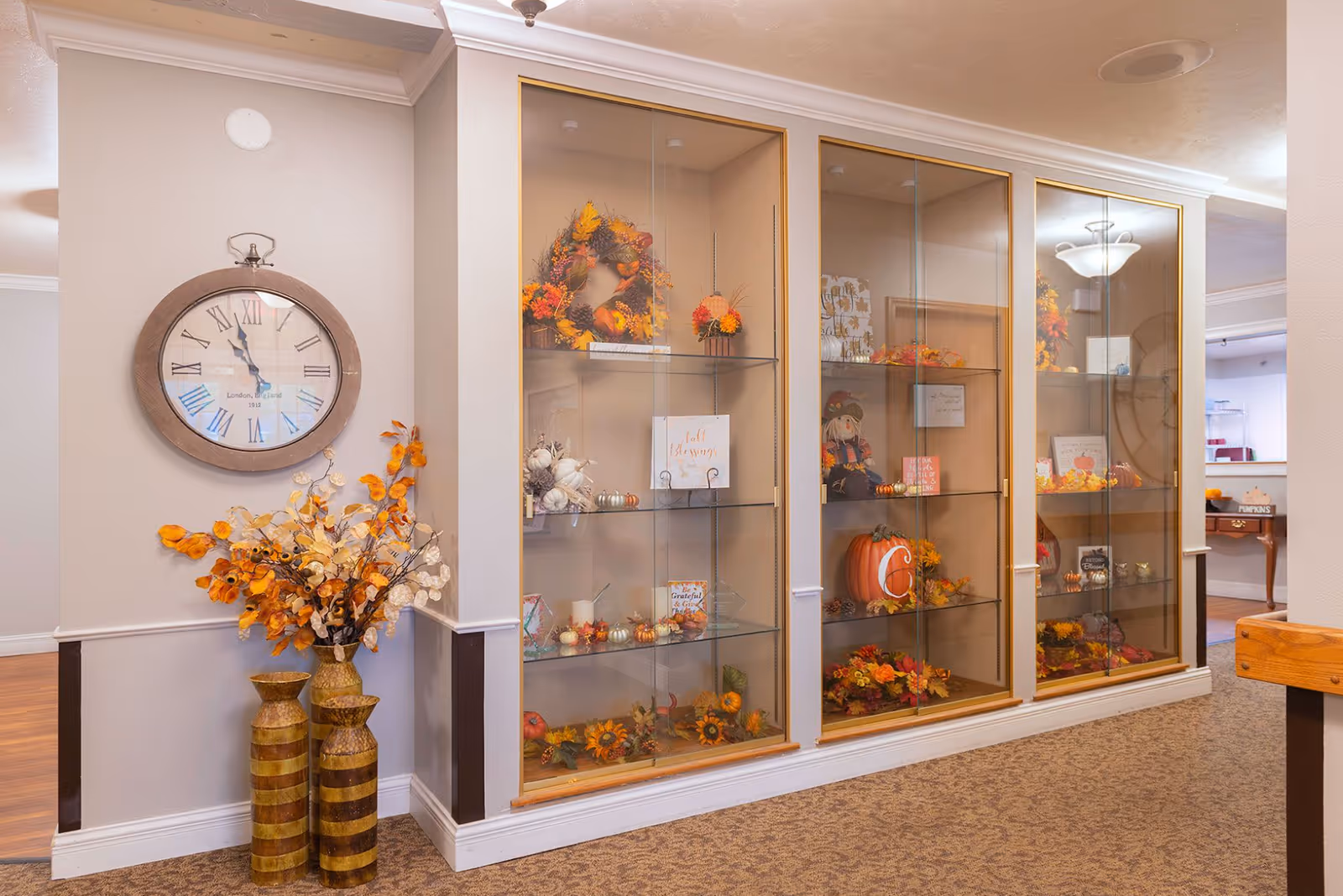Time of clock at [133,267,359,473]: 10:57
